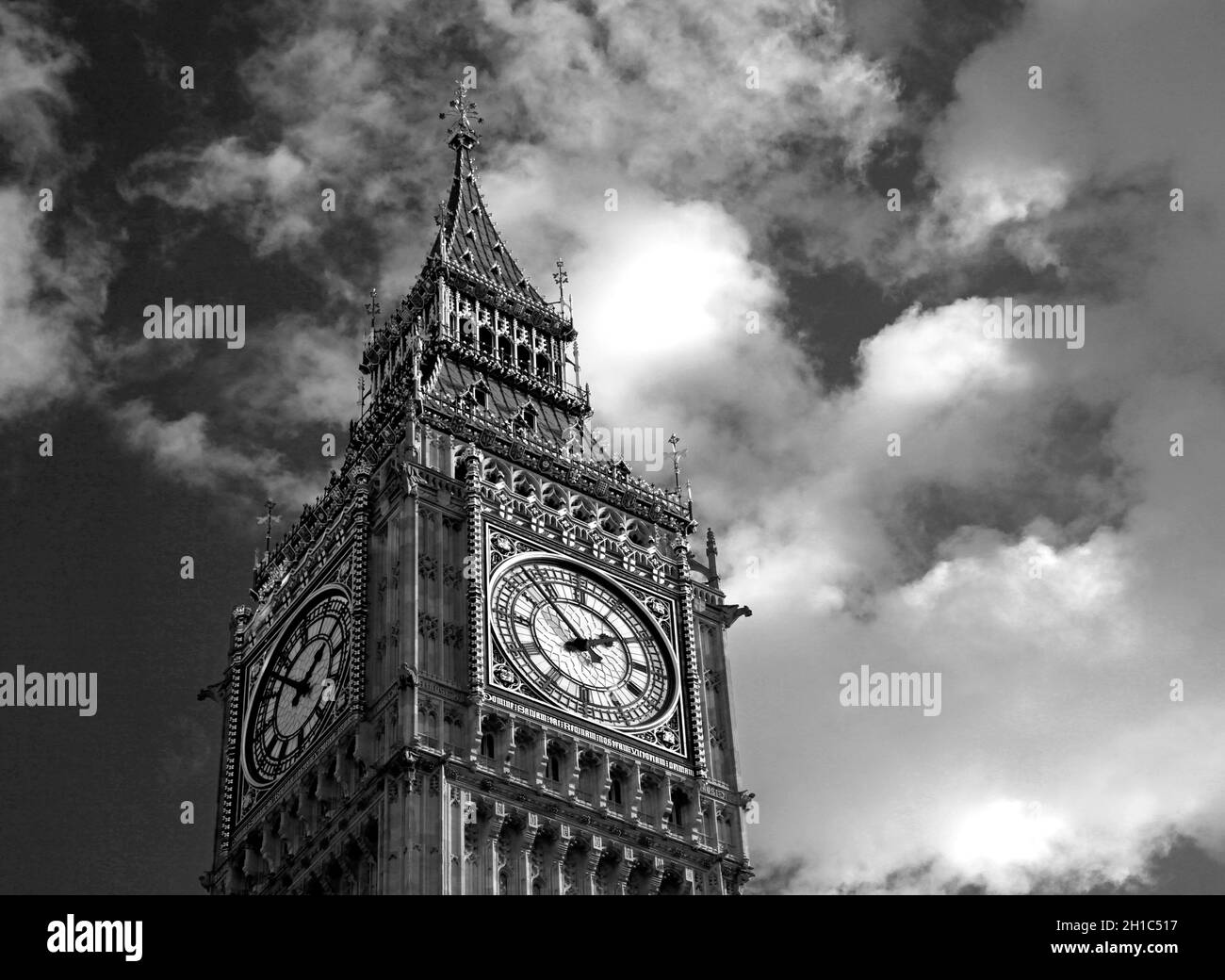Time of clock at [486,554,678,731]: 1:52
